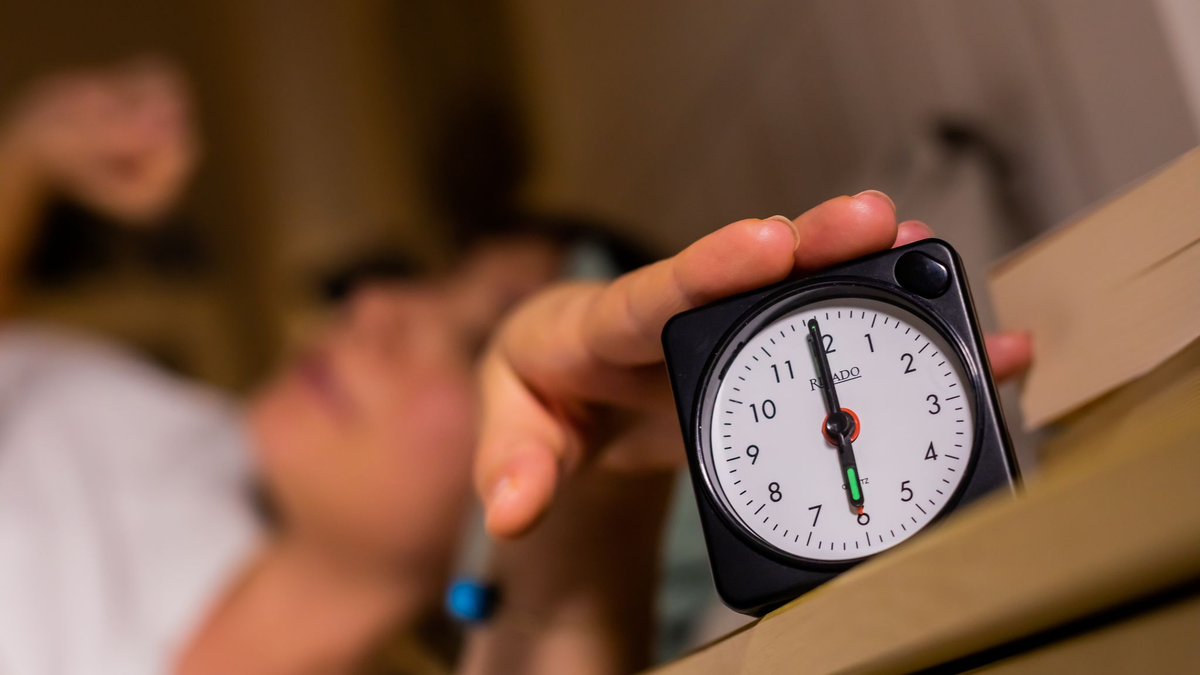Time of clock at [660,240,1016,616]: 5:59
